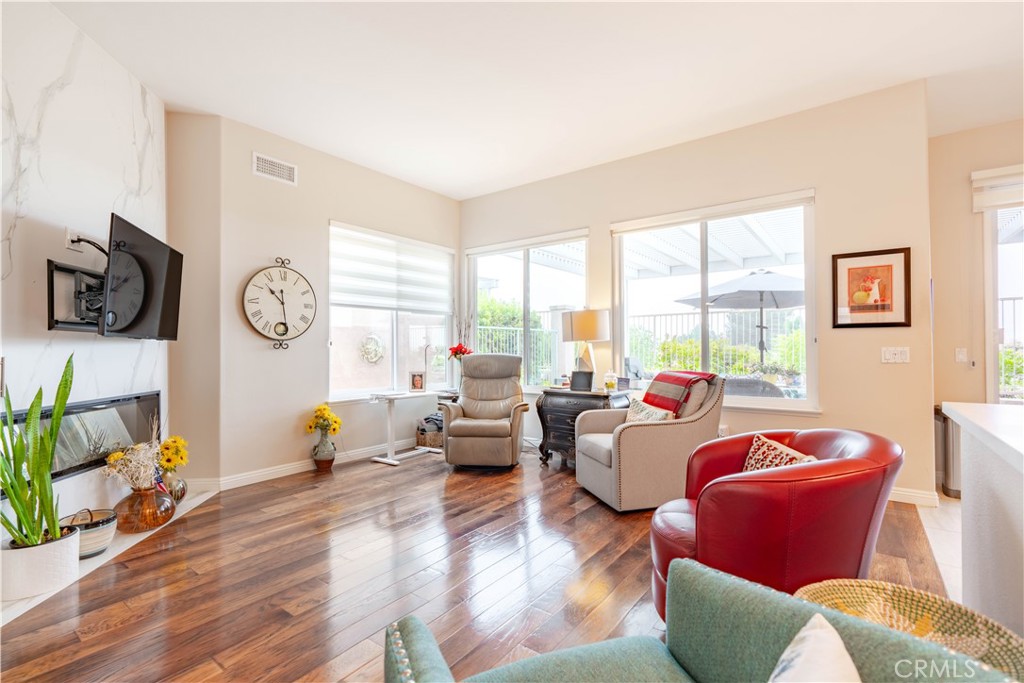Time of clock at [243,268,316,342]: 10:28
